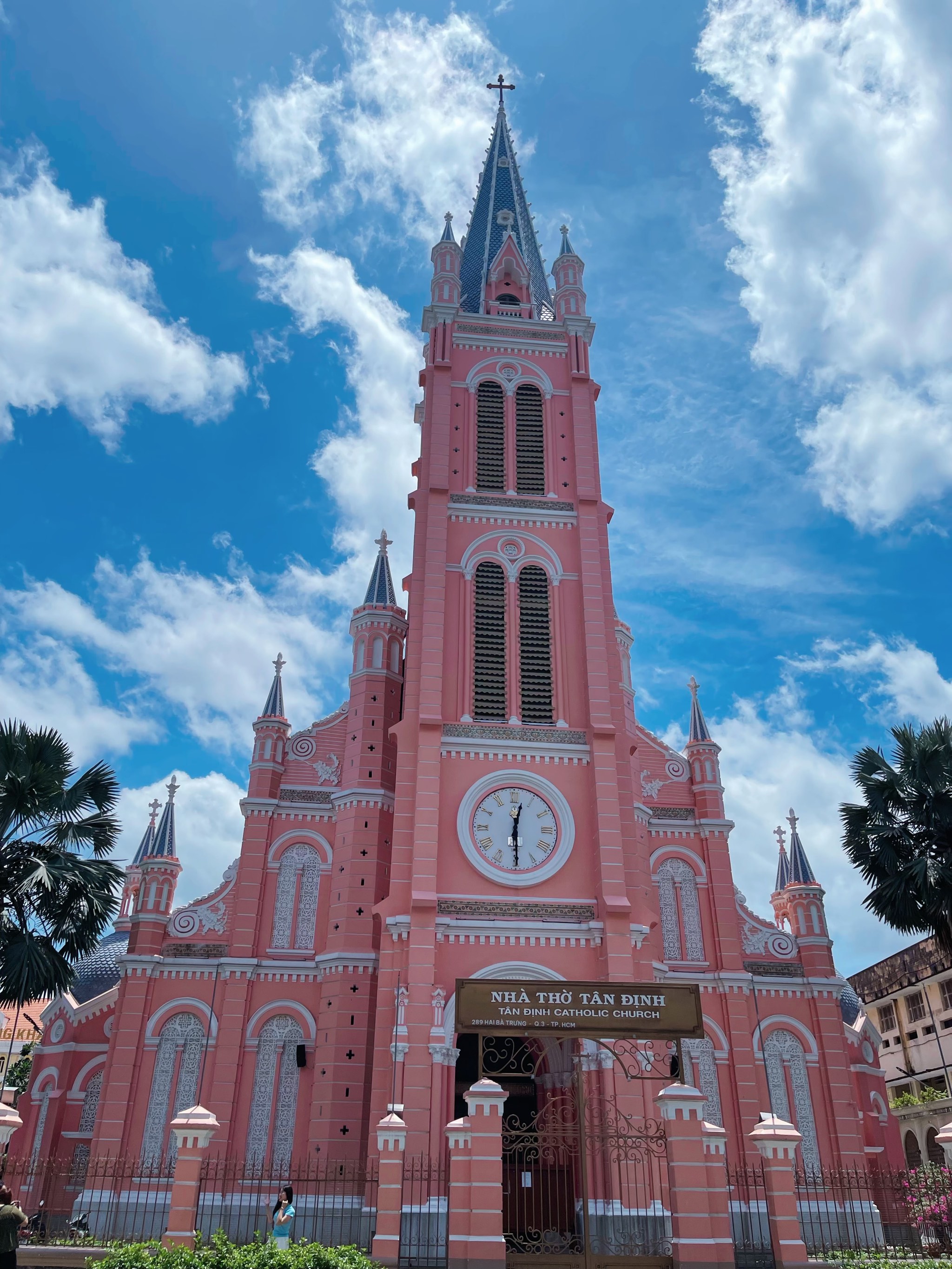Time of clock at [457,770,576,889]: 12:29
